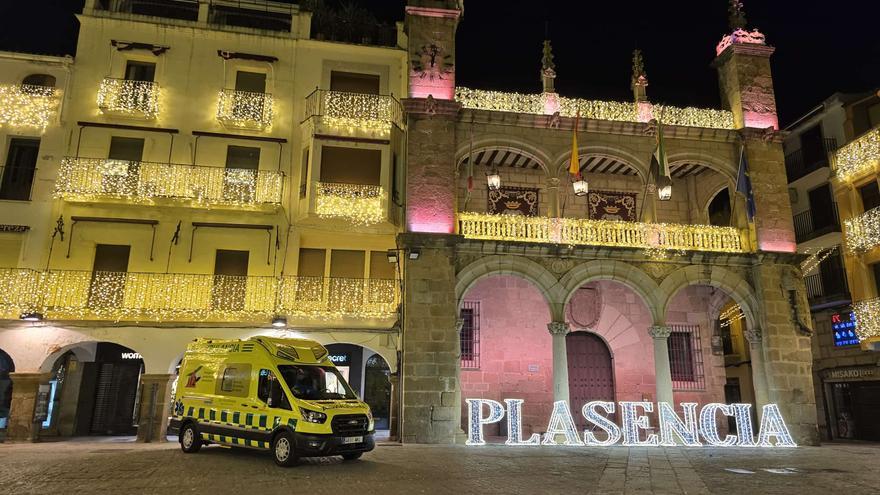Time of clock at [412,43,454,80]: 12:02
